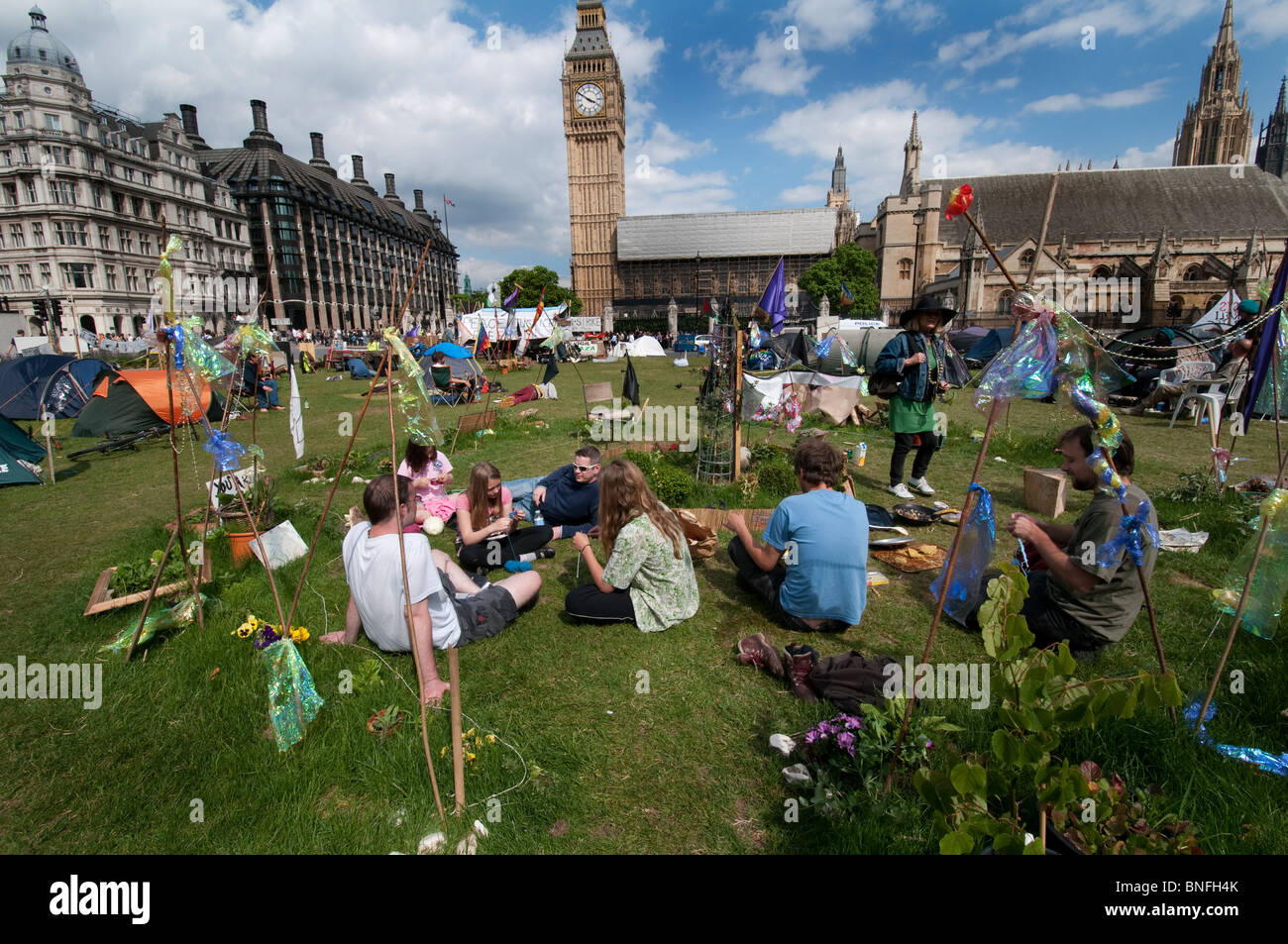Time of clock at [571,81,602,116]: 3:50
